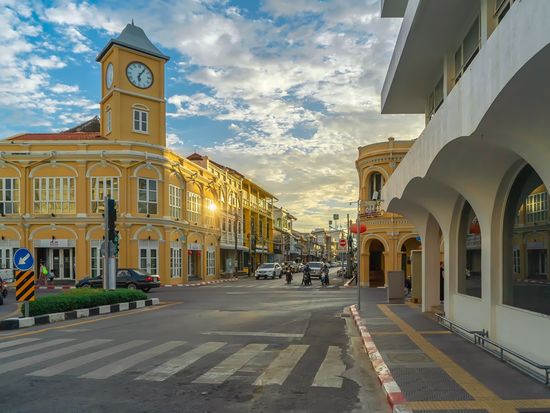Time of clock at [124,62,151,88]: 6:06
